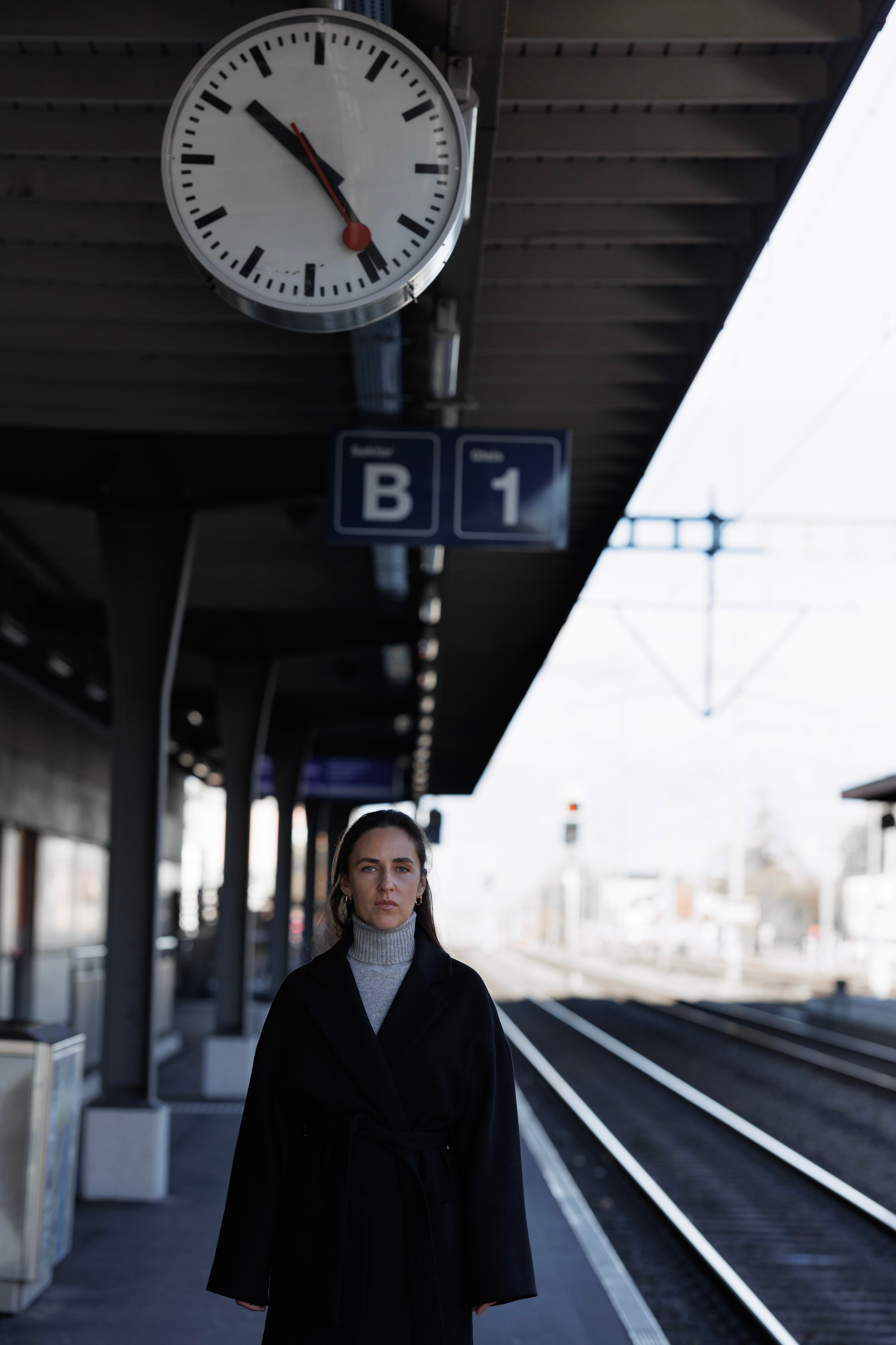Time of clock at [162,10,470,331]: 10:24
